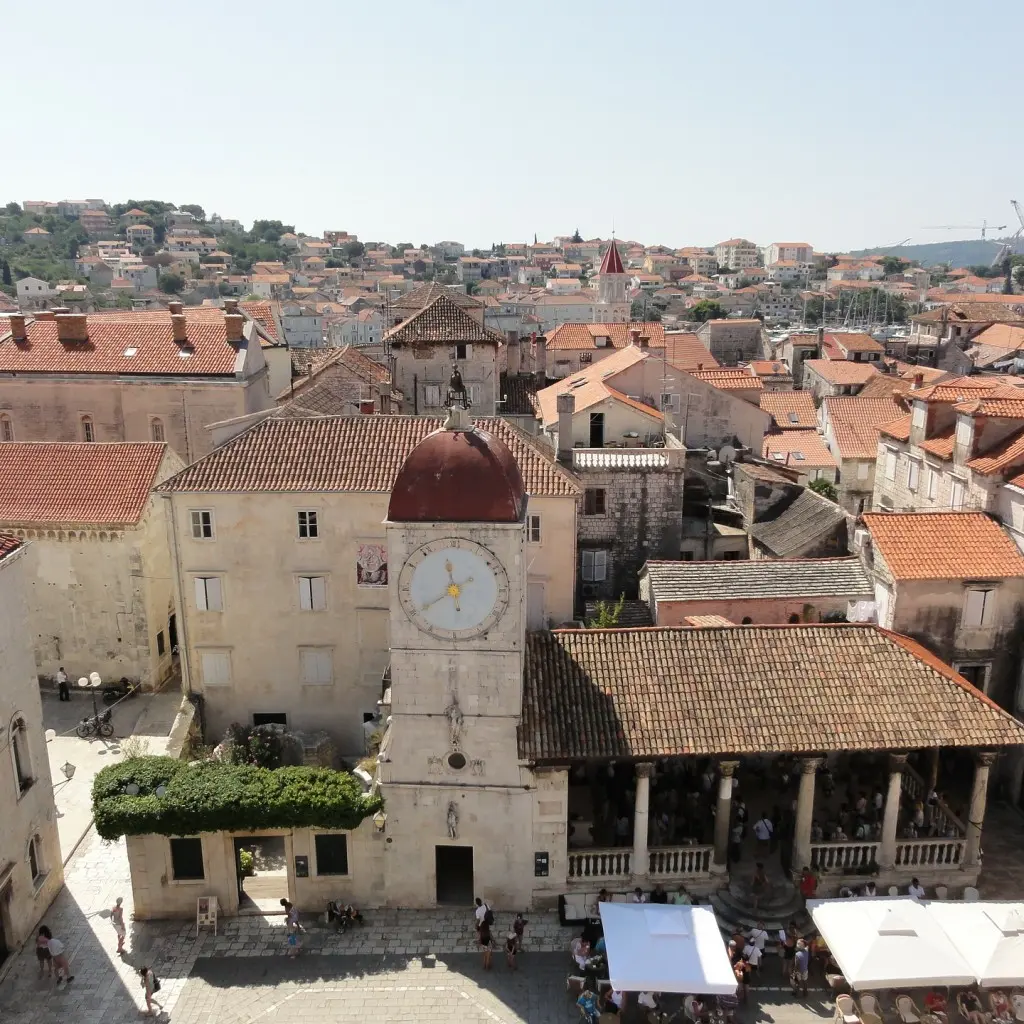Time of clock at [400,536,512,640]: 11:39
